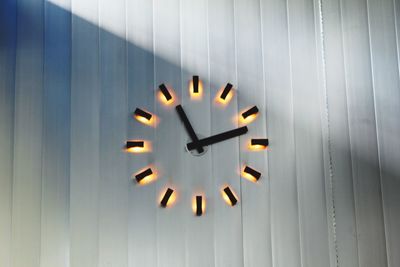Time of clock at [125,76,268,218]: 11:12
